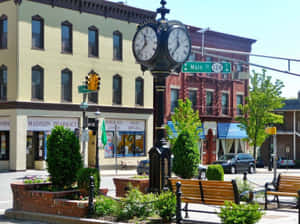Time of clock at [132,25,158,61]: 11:37
